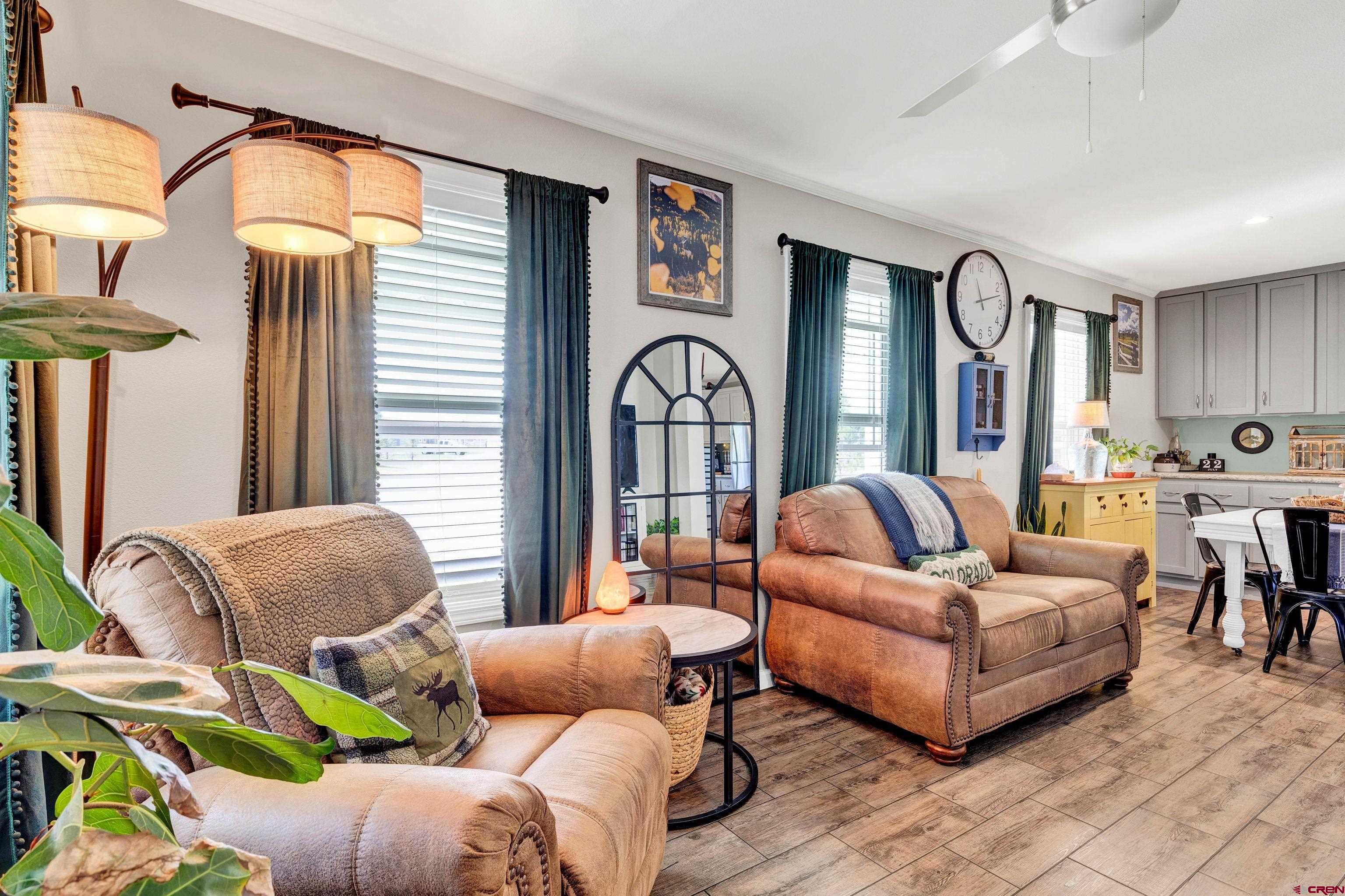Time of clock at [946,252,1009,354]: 11:12
